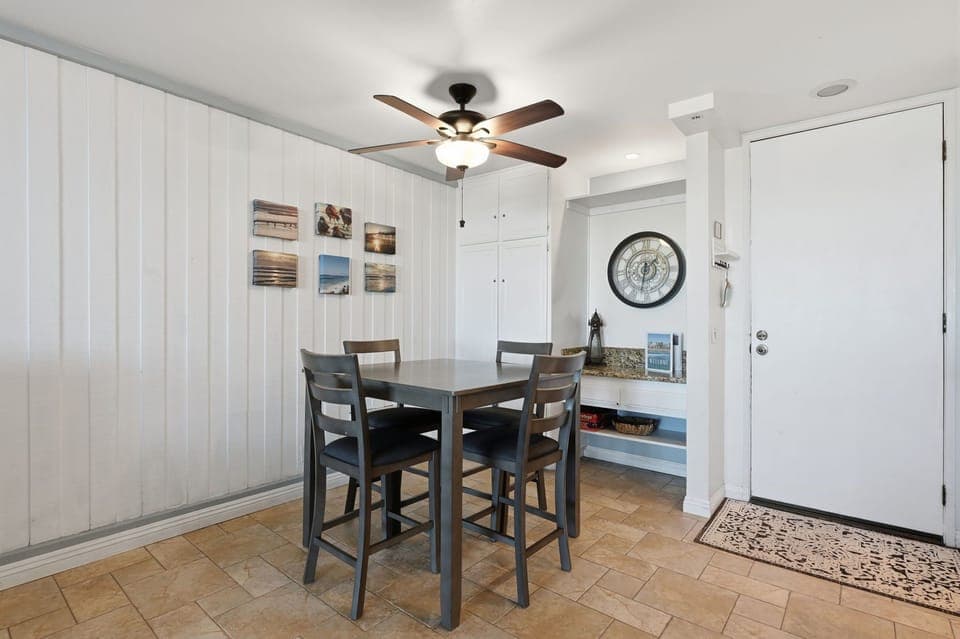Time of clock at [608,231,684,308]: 1:32
